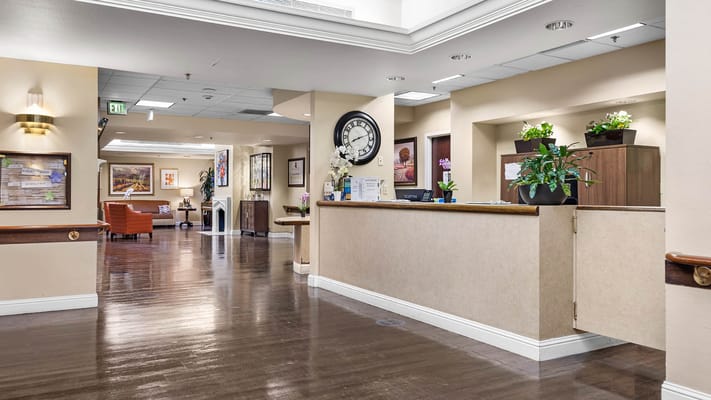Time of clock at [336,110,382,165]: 8:11
